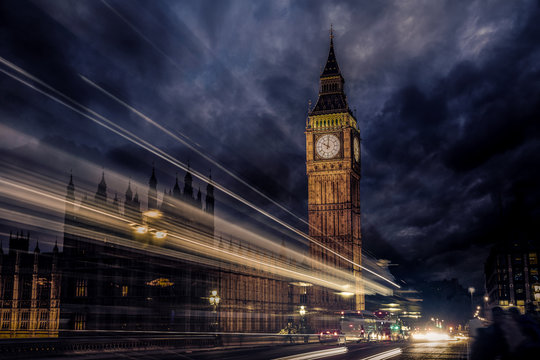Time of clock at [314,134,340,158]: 10:00
